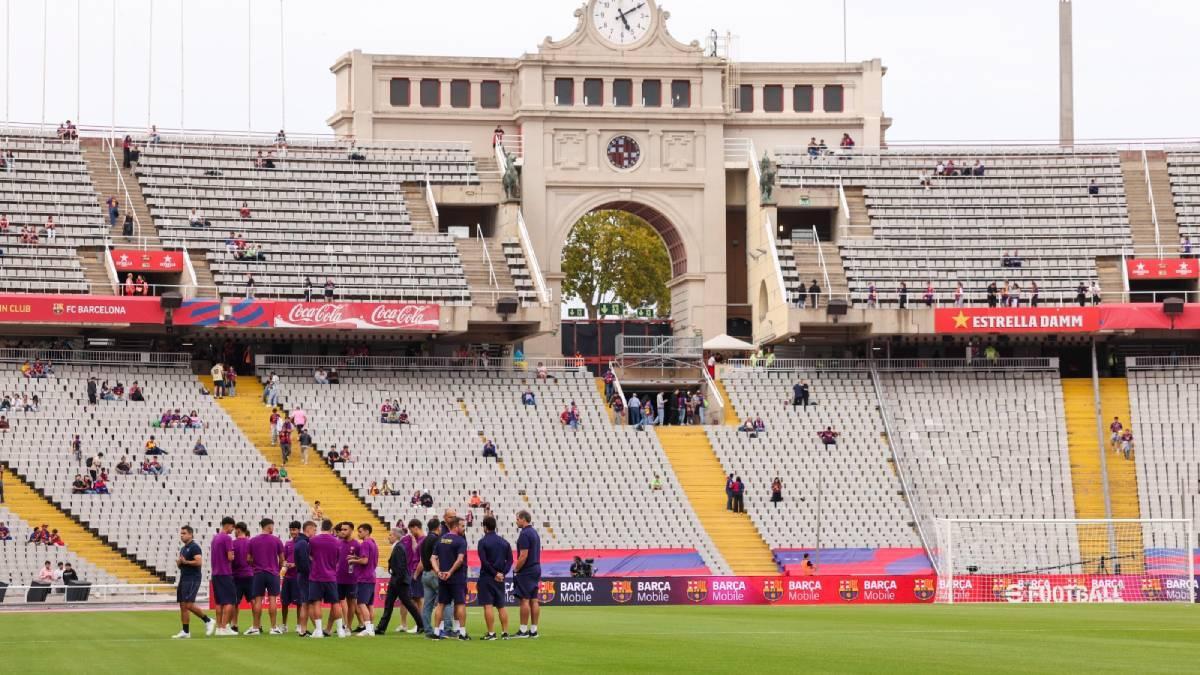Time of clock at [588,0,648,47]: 5:09
